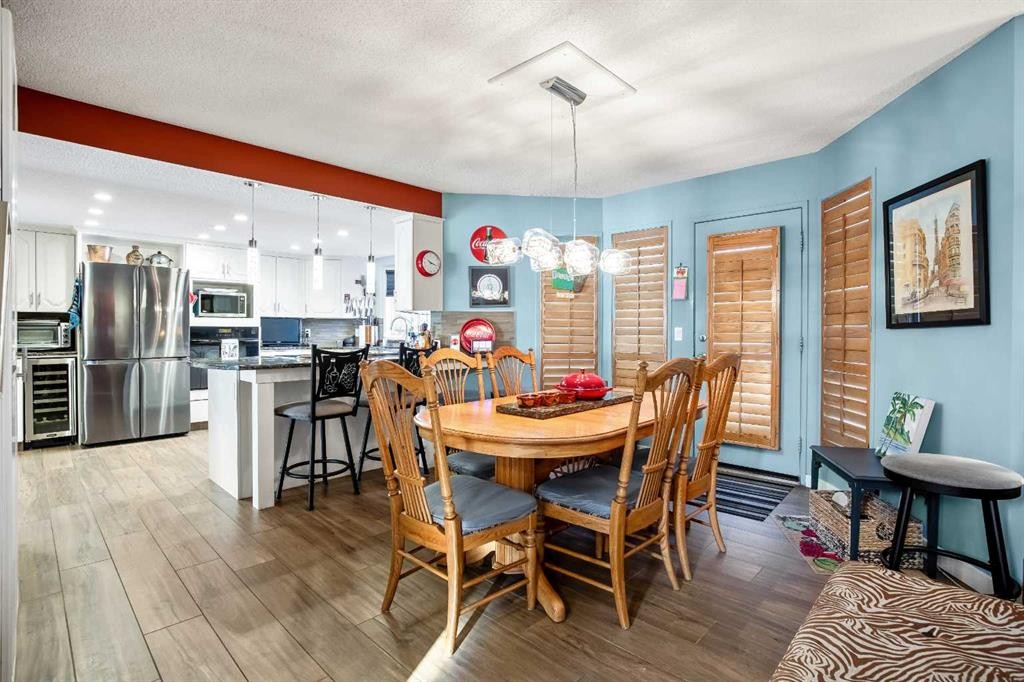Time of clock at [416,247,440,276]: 10:17
